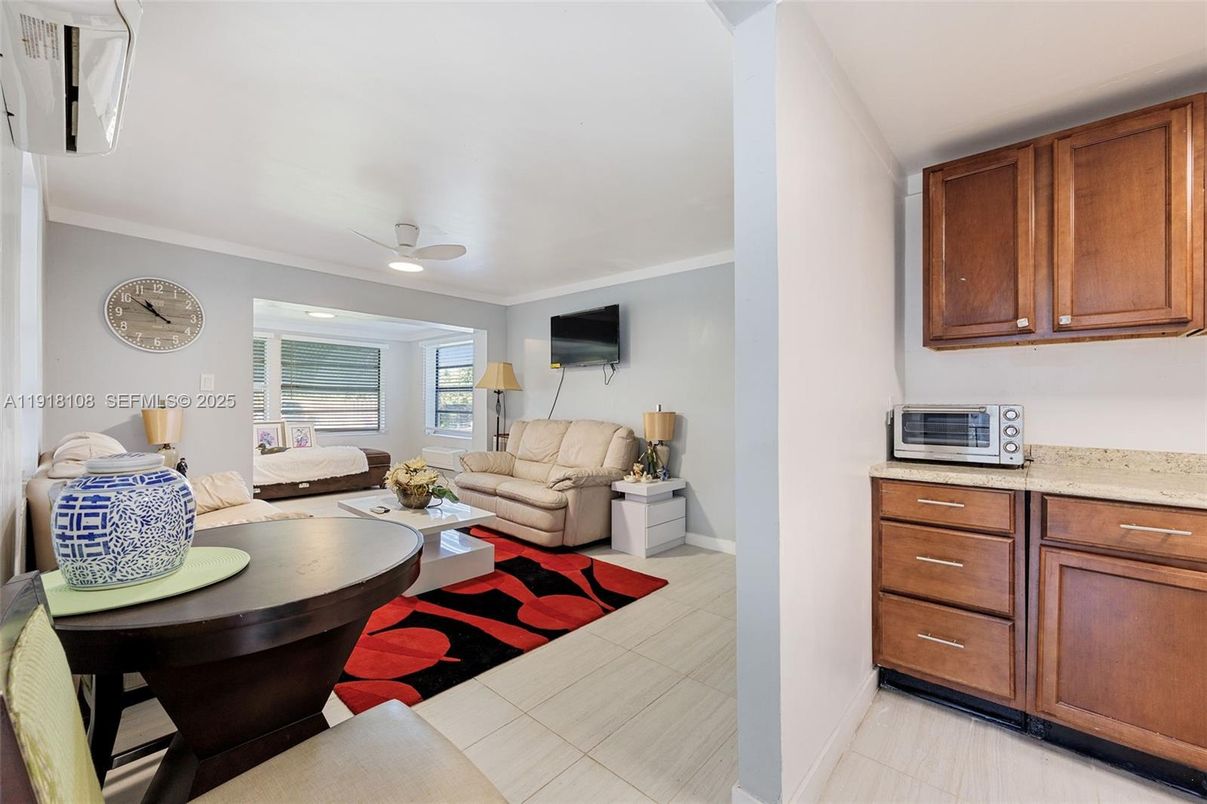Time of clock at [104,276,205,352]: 10:51
